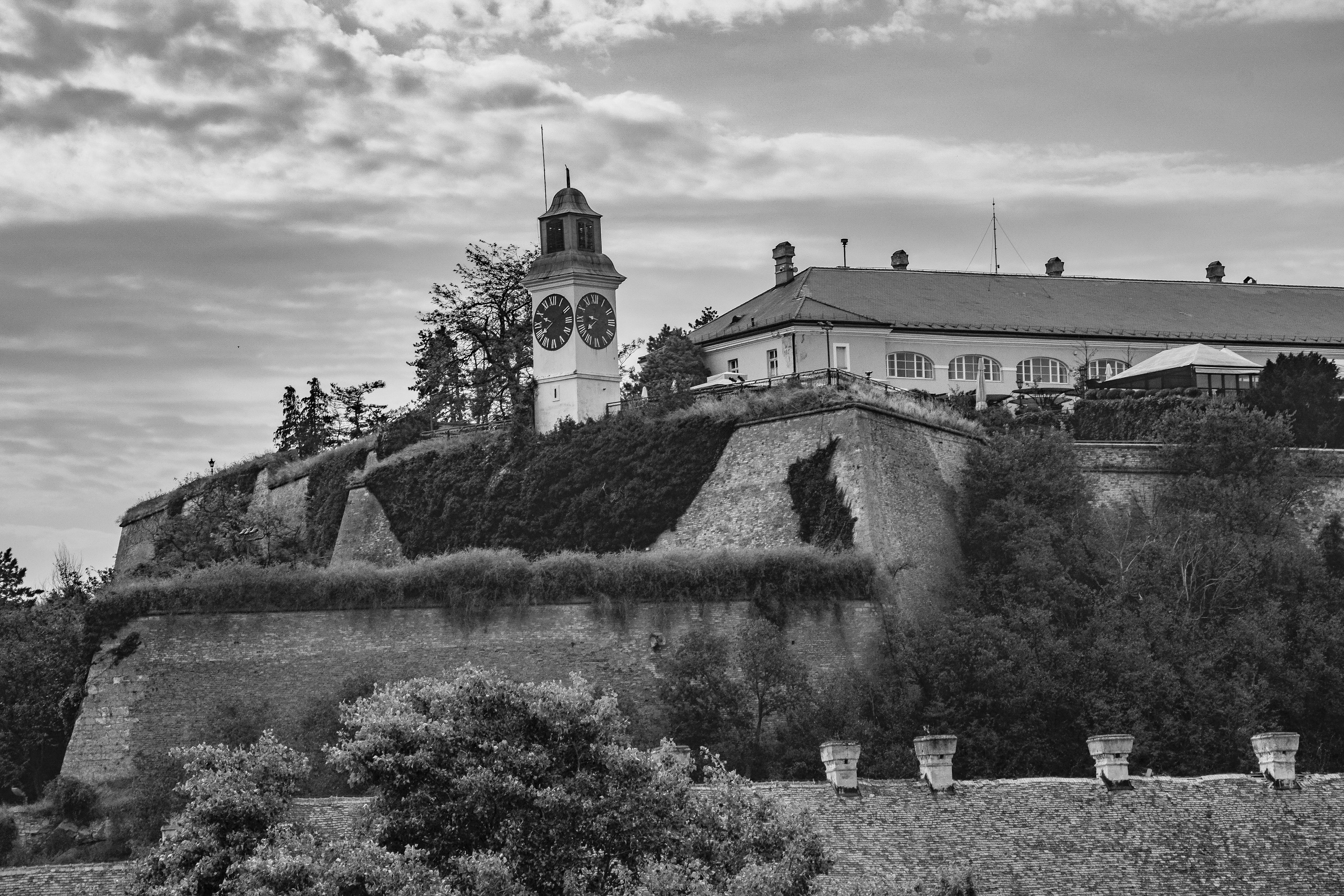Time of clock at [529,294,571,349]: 9:40
